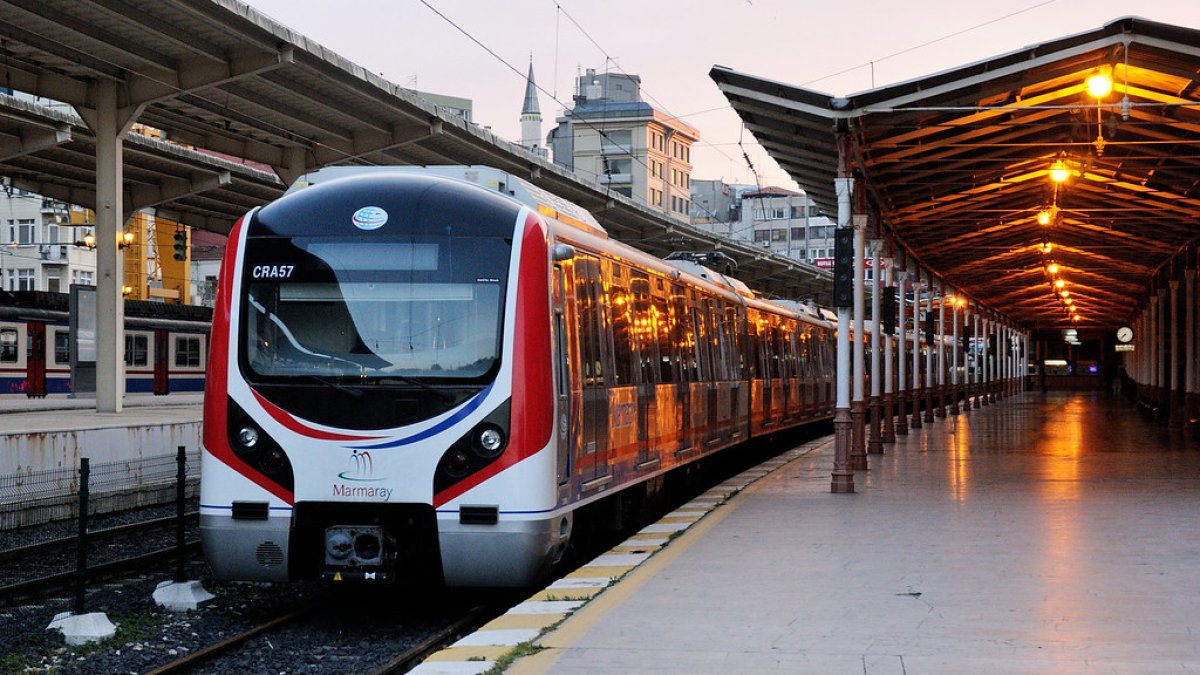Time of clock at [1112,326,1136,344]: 7:37
